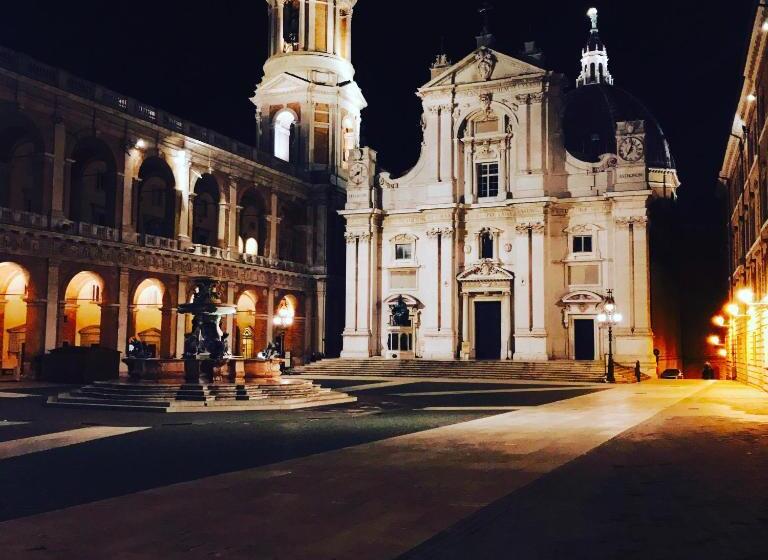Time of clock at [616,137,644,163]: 7:03
